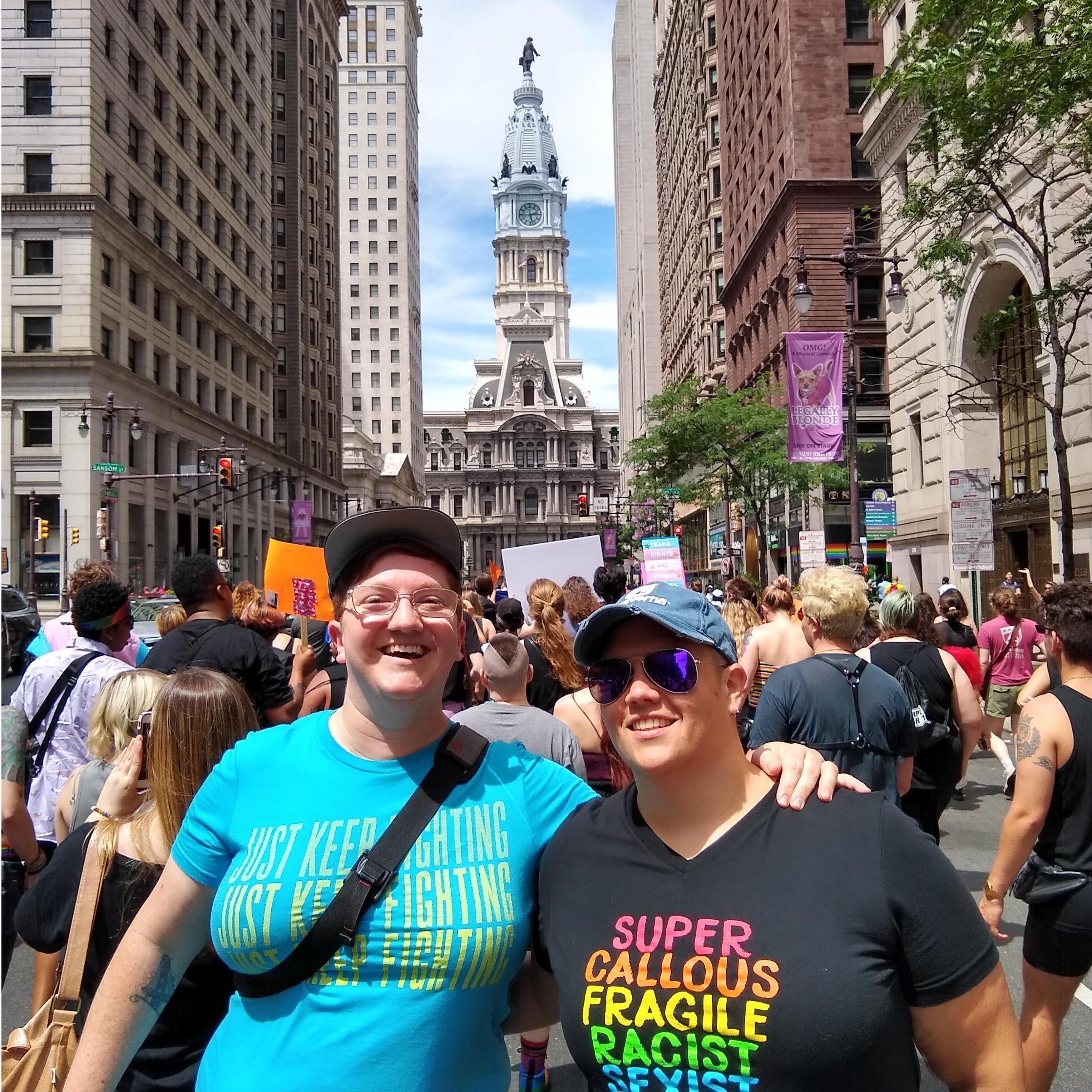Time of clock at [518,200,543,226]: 2:27
